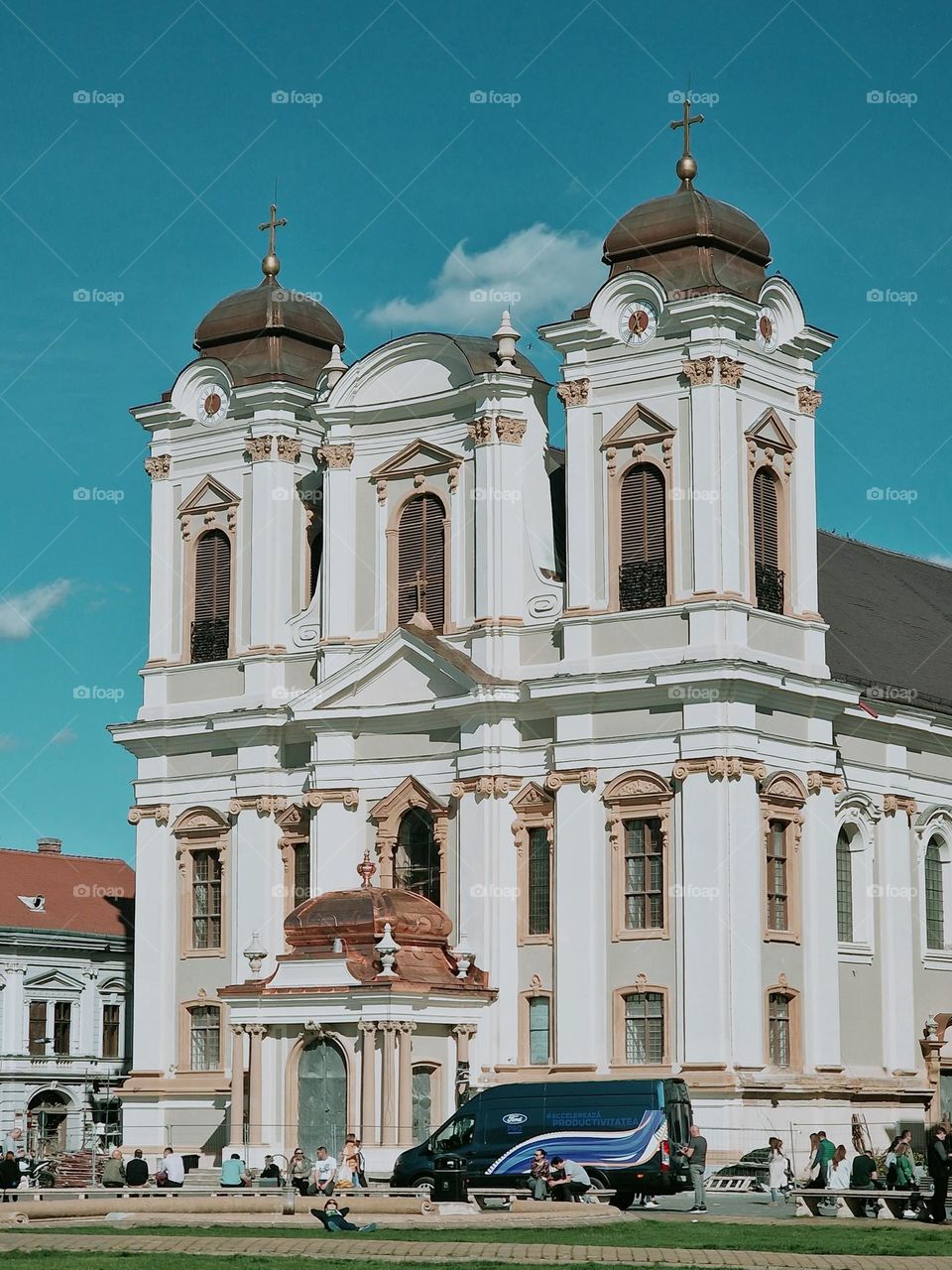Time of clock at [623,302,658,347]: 5:35
